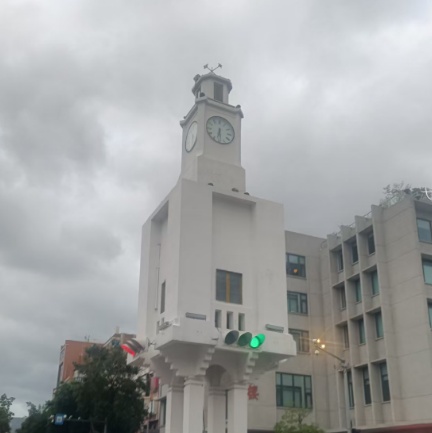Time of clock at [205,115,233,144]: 6:29
